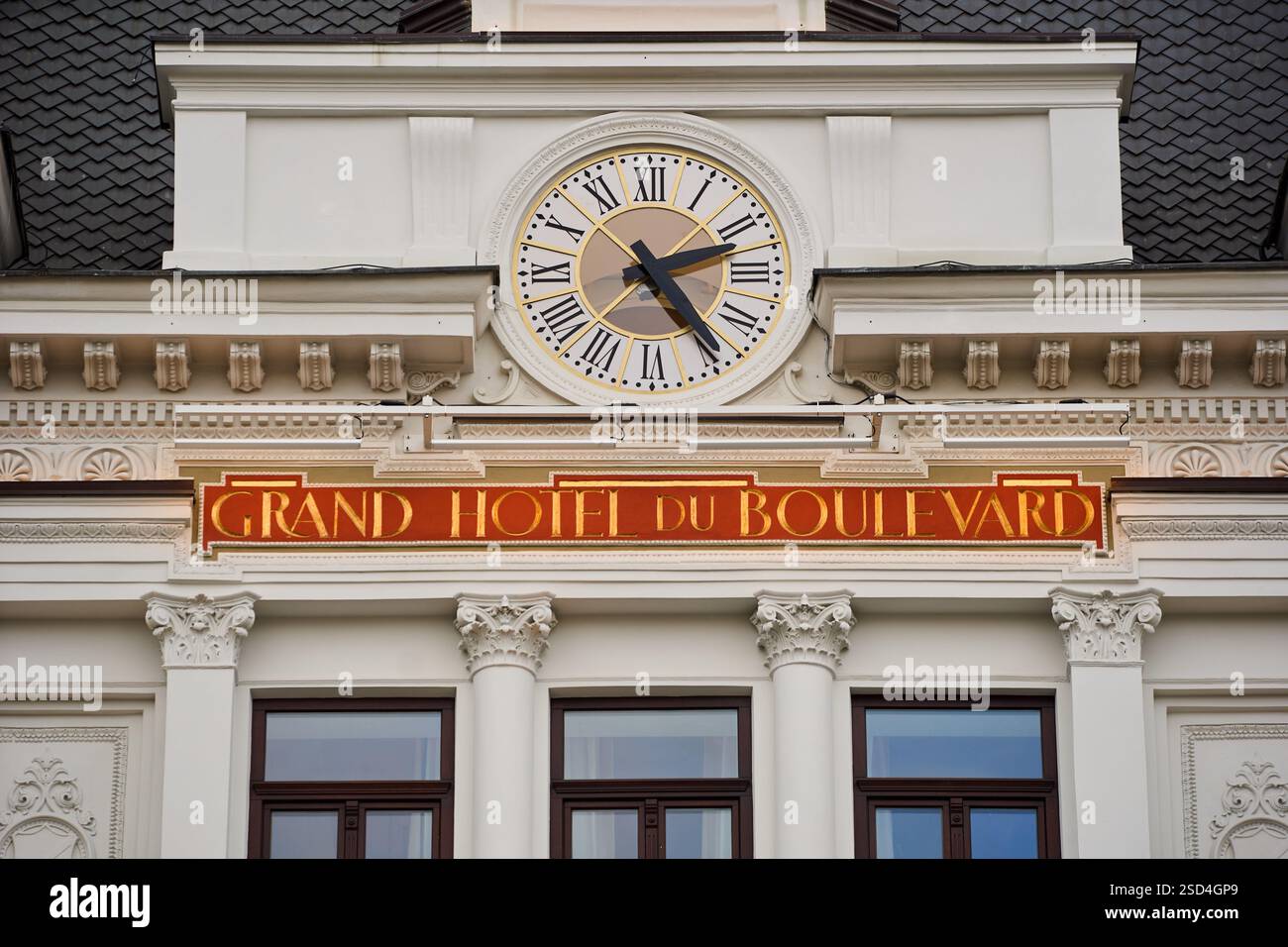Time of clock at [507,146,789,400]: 2:24
